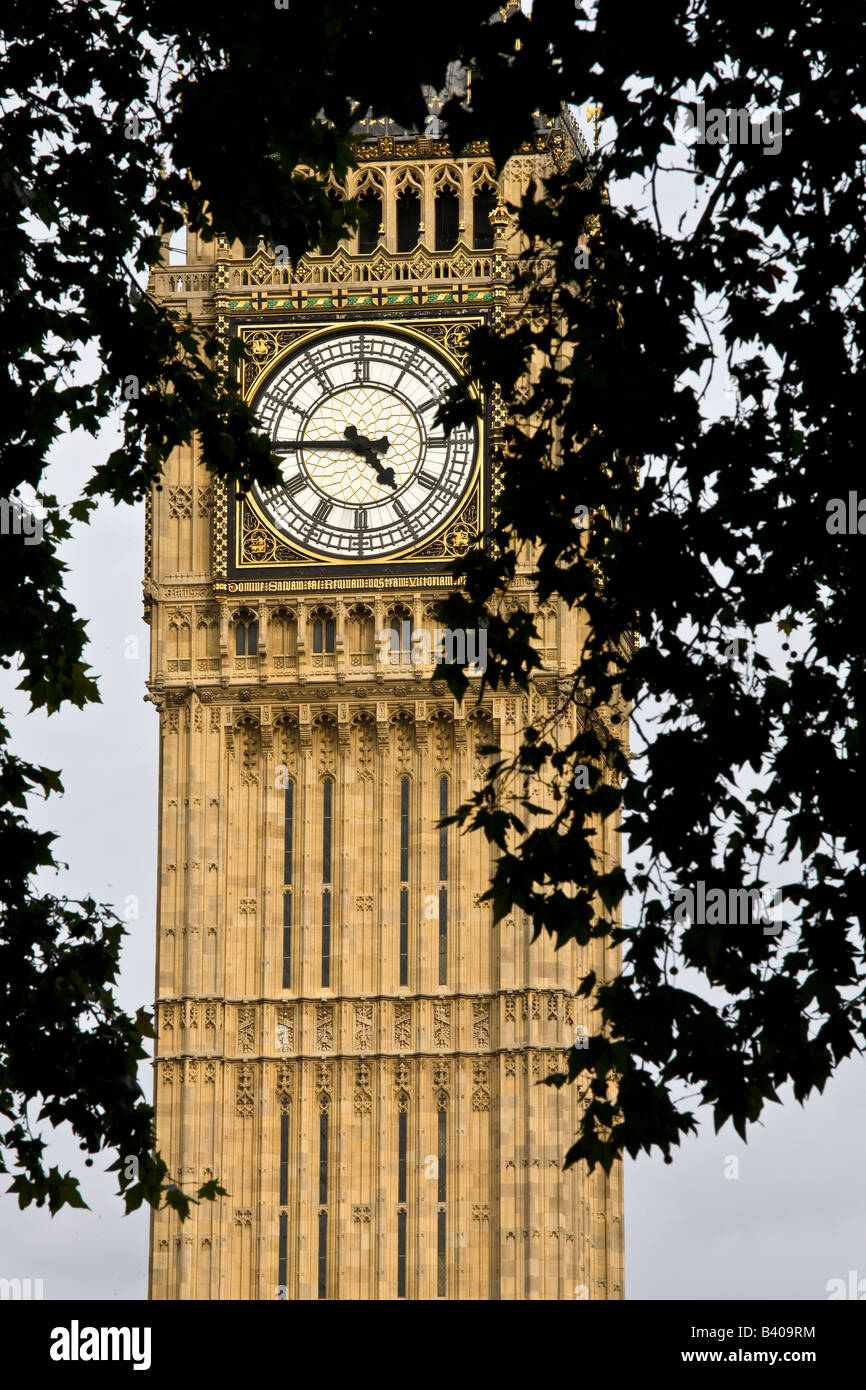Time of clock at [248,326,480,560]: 4:44
